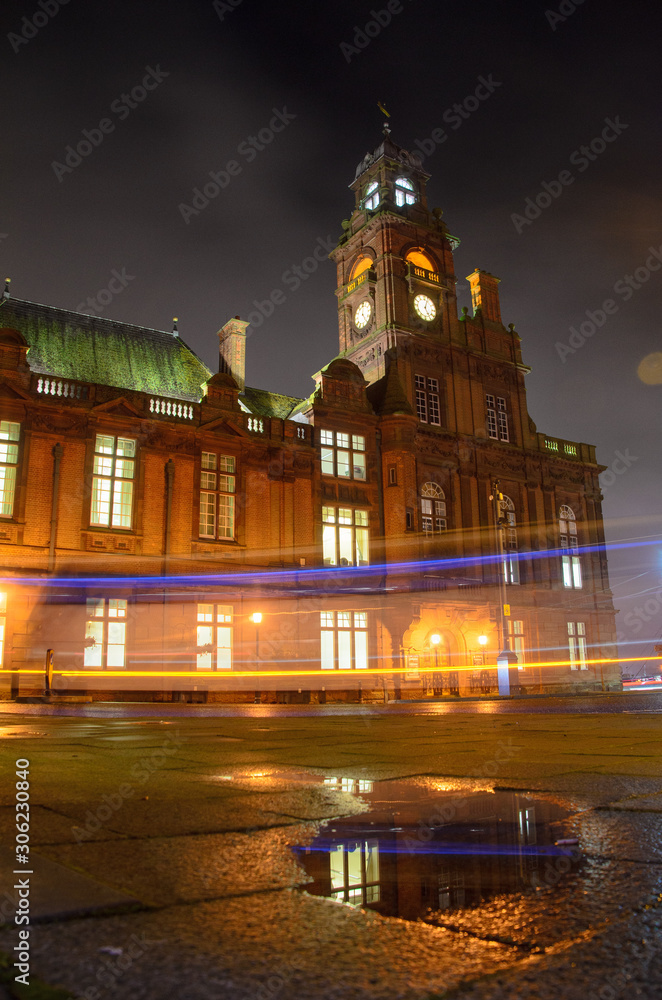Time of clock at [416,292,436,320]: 5:03
